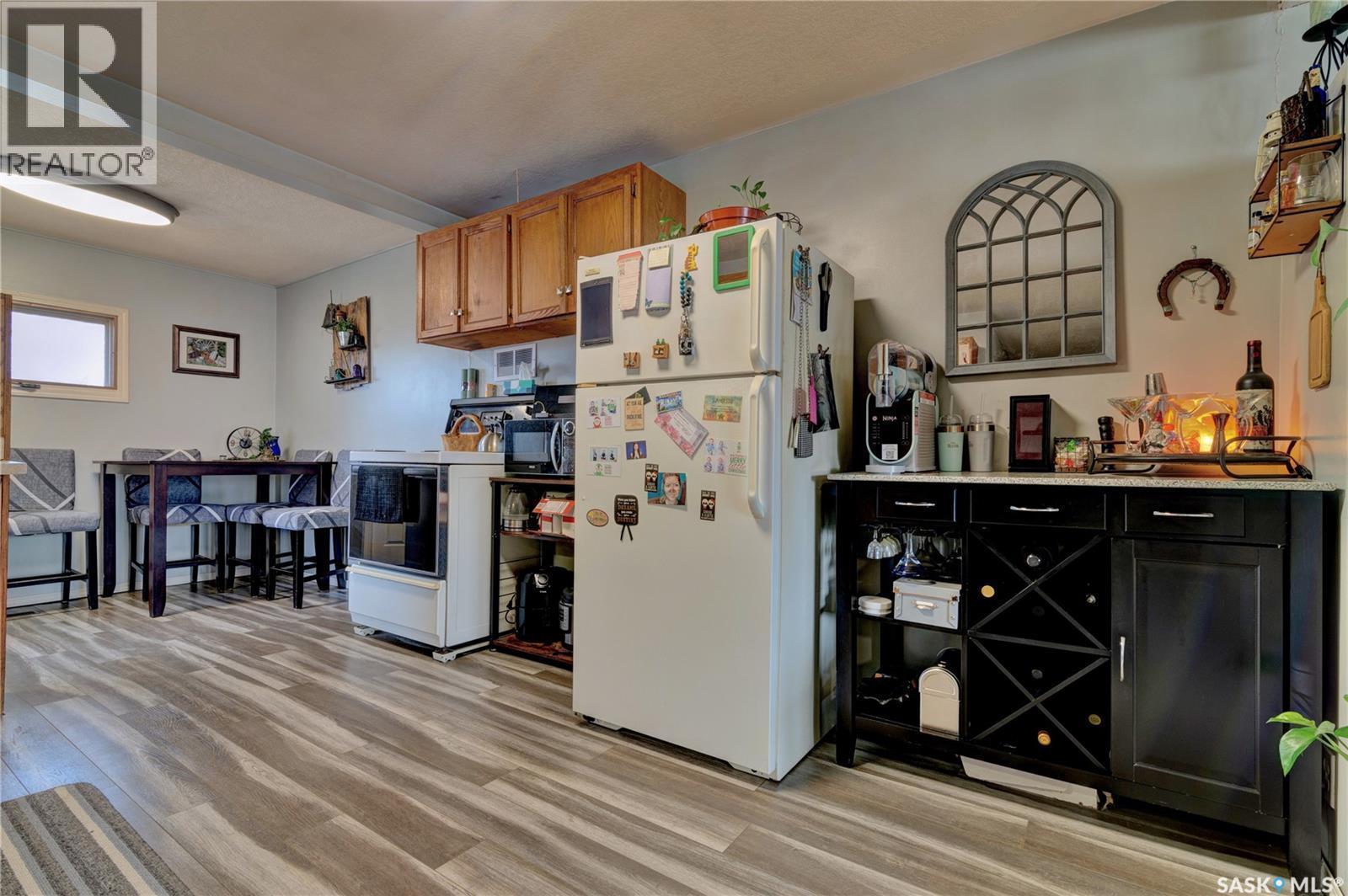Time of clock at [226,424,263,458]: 10:02
